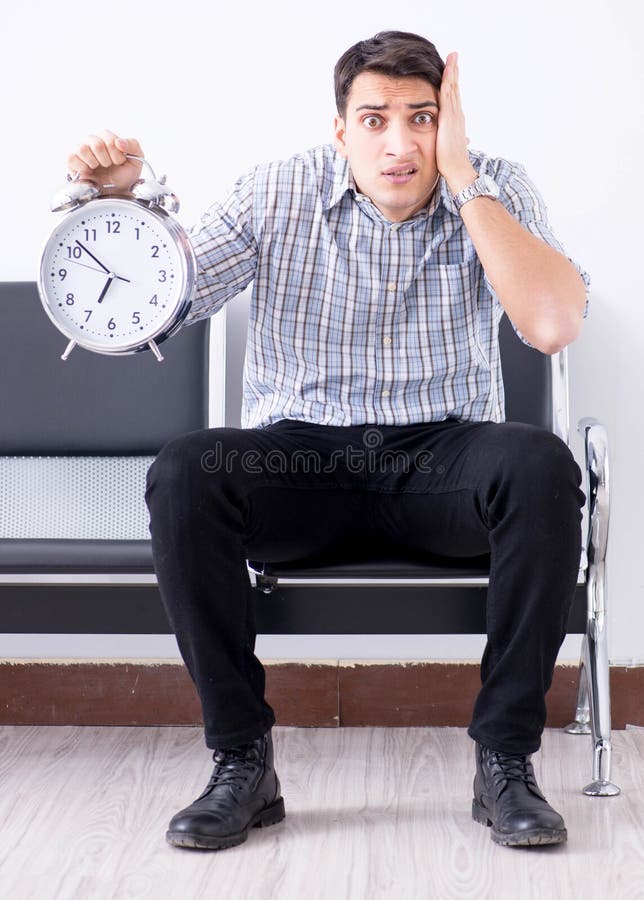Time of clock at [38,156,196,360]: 6:52
